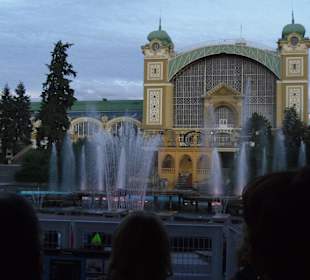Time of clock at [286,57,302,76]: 5:33
